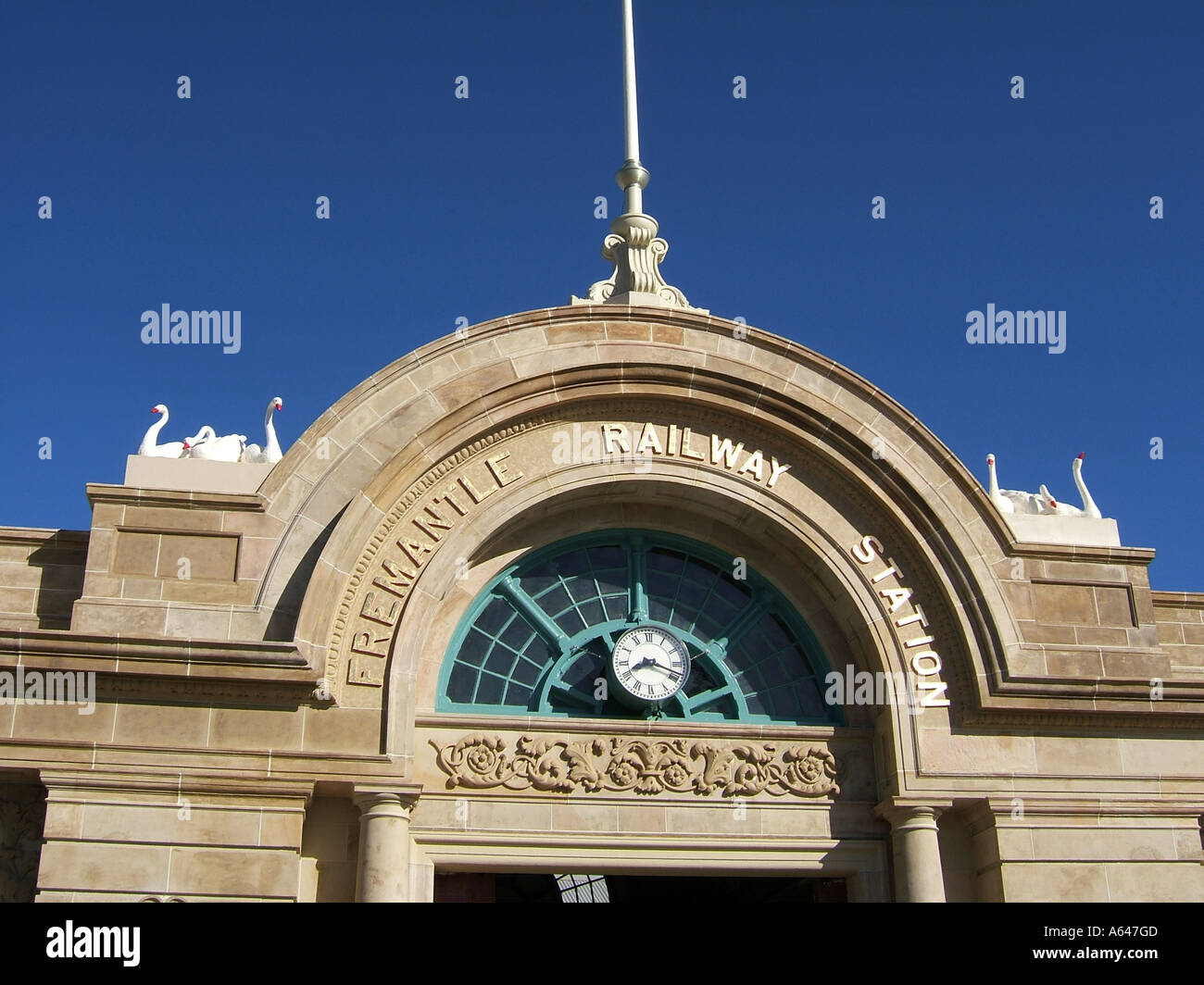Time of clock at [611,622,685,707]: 8:18
